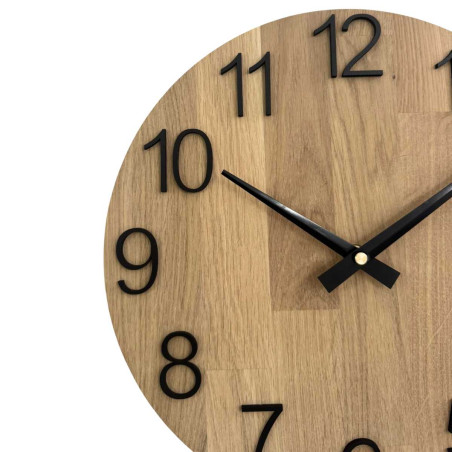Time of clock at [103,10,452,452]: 1:50
